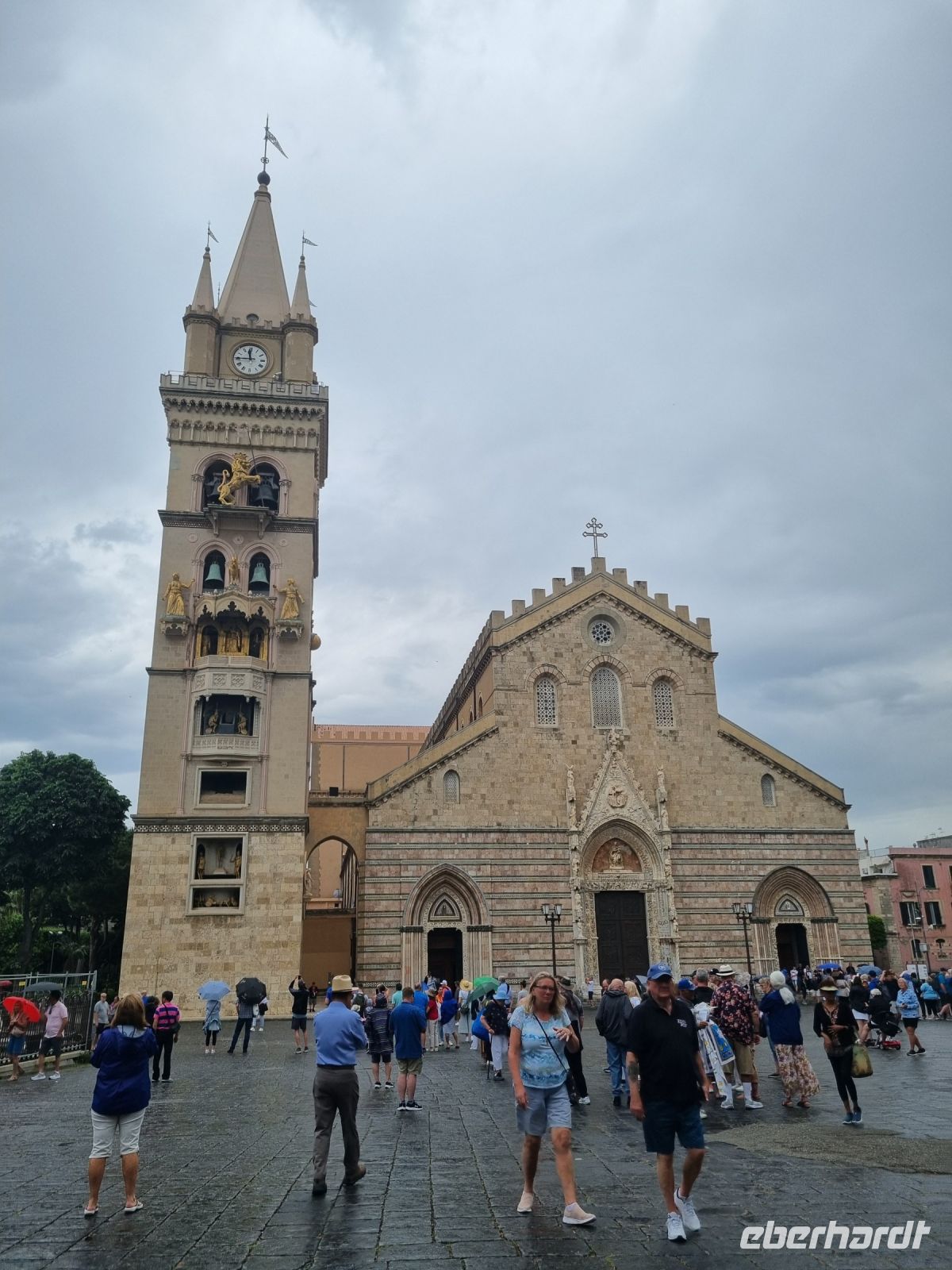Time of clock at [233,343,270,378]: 11:45
